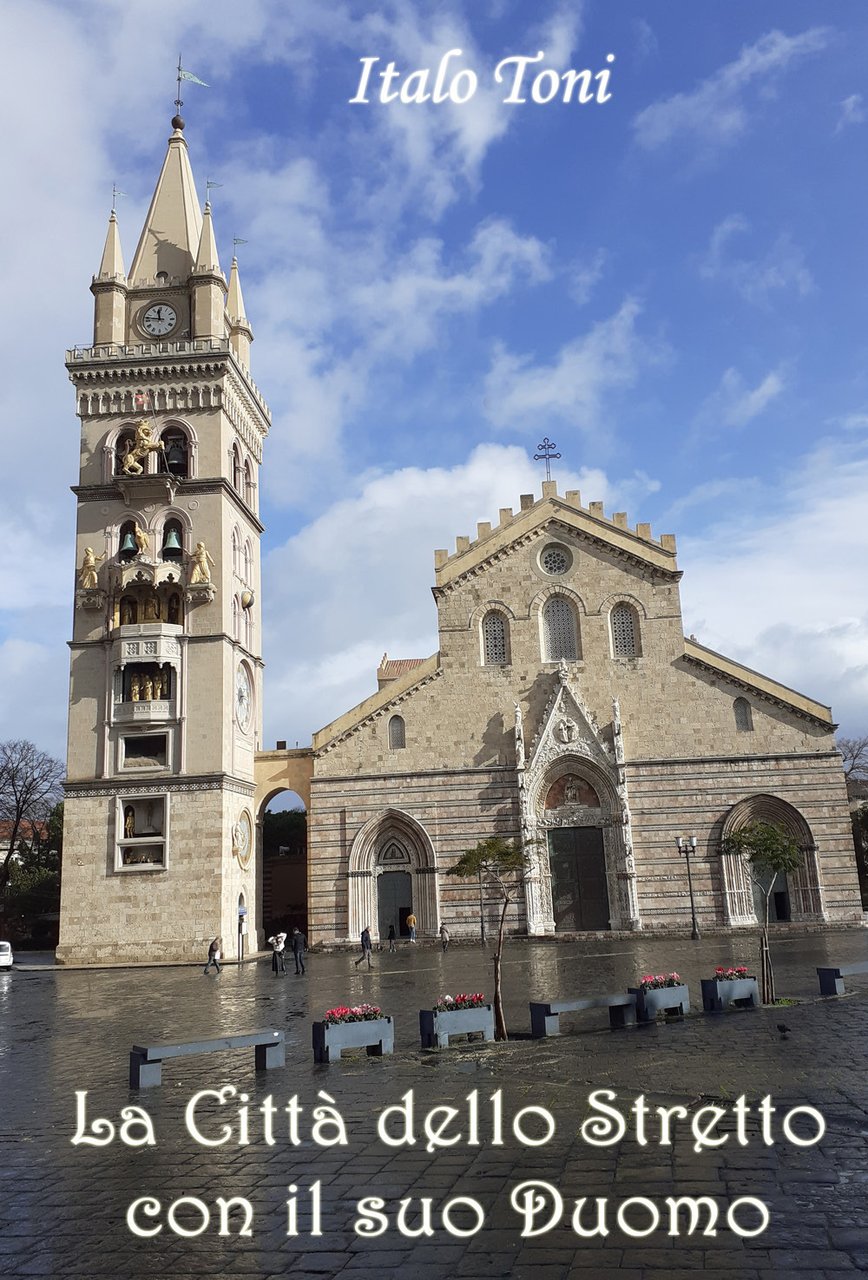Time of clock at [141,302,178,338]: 11:46
